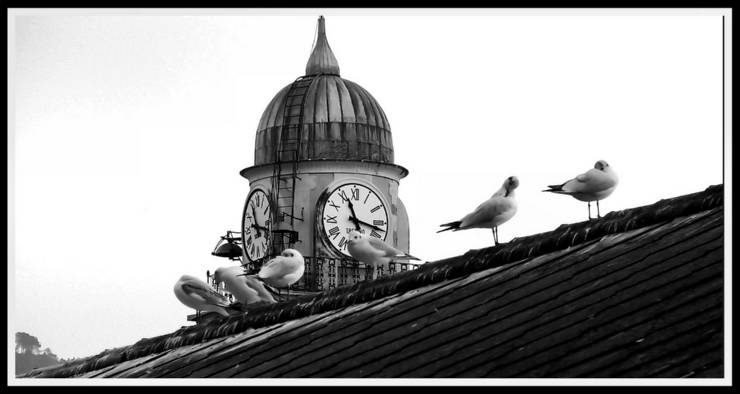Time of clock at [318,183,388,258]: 11:17
